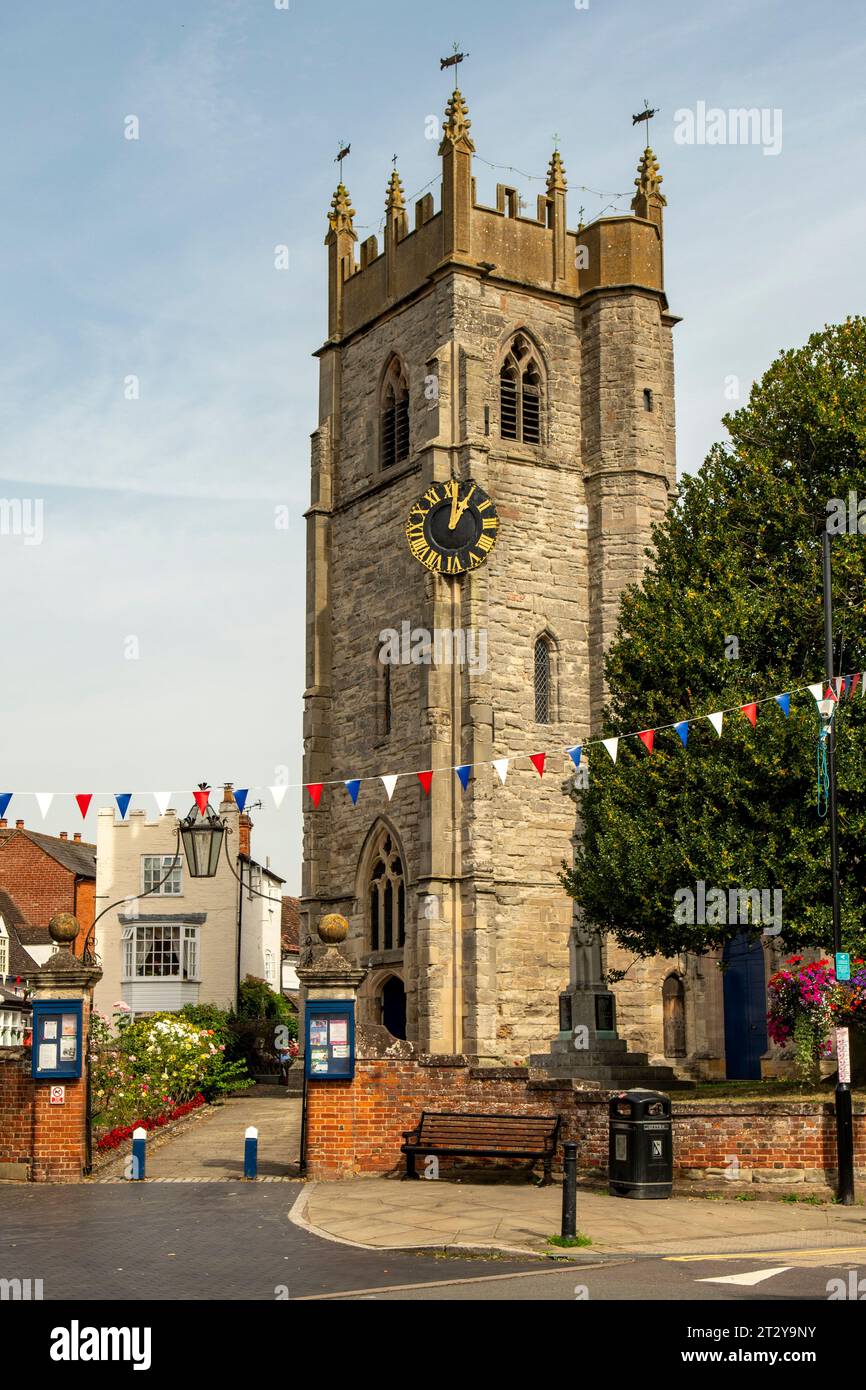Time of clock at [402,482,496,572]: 1:02
